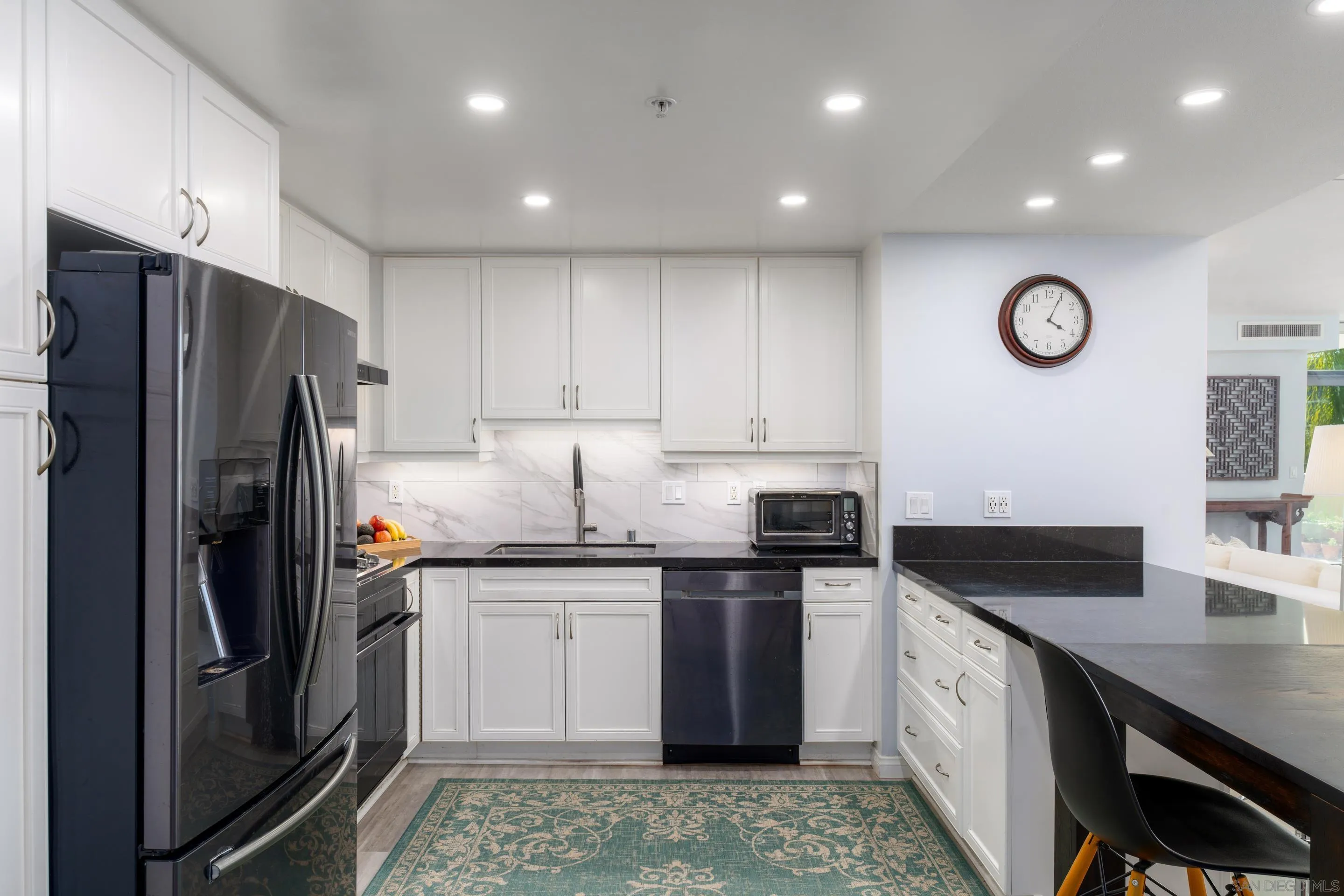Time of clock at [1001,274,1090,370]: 4:04
